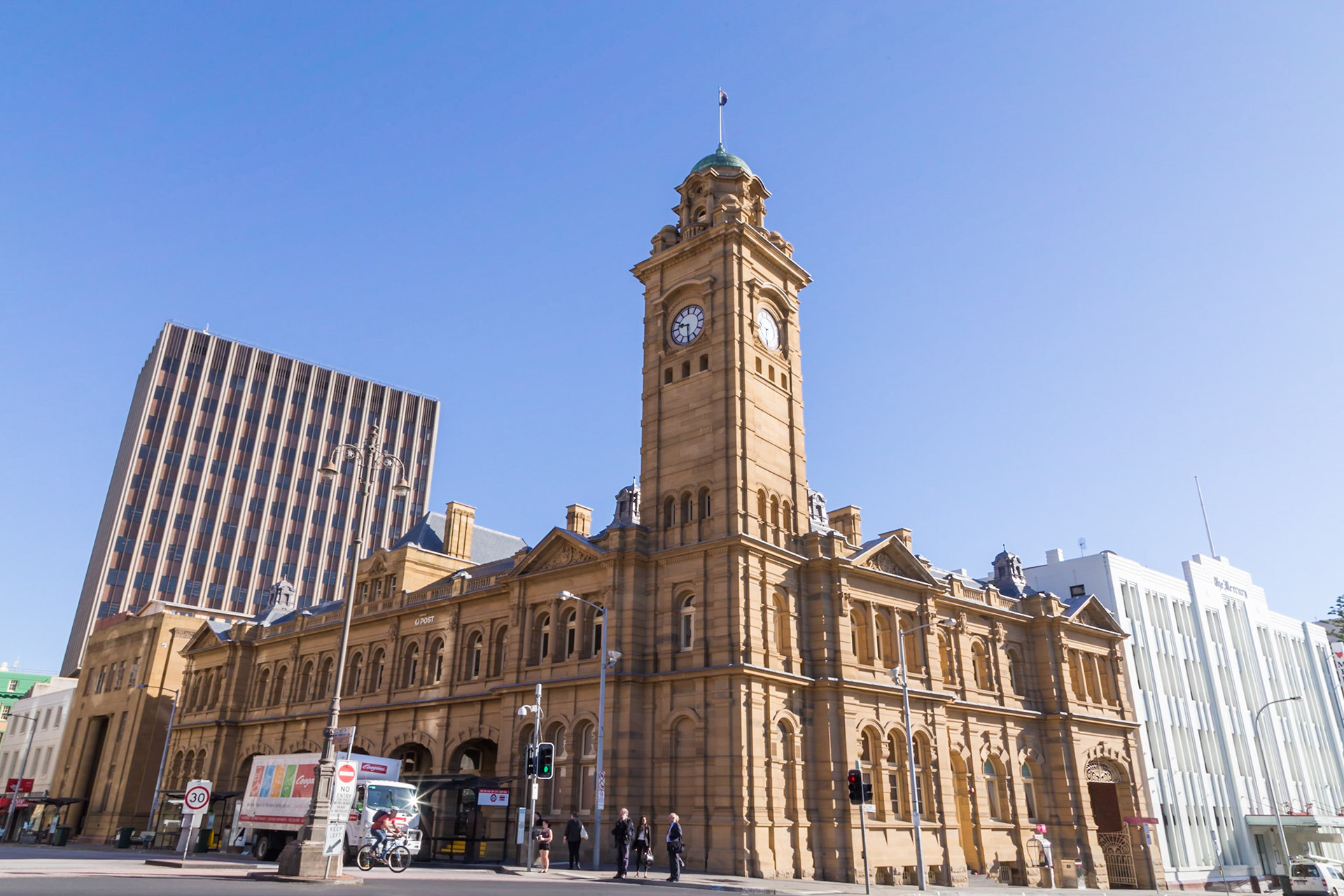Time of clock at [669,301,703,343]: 9:30
